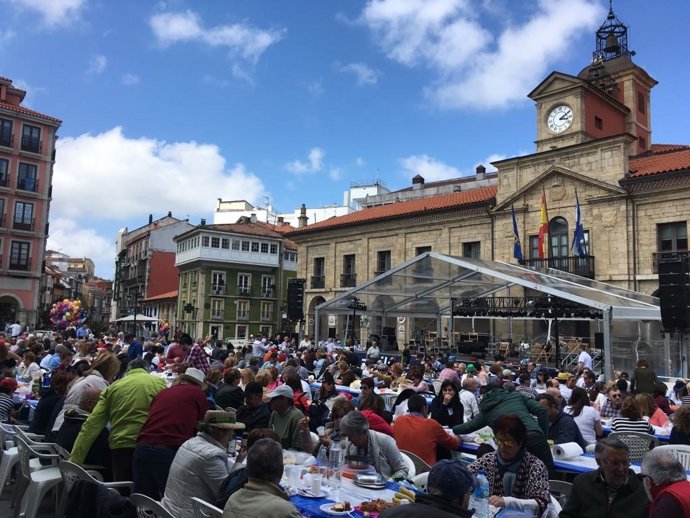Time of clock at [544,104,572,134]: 3:10
